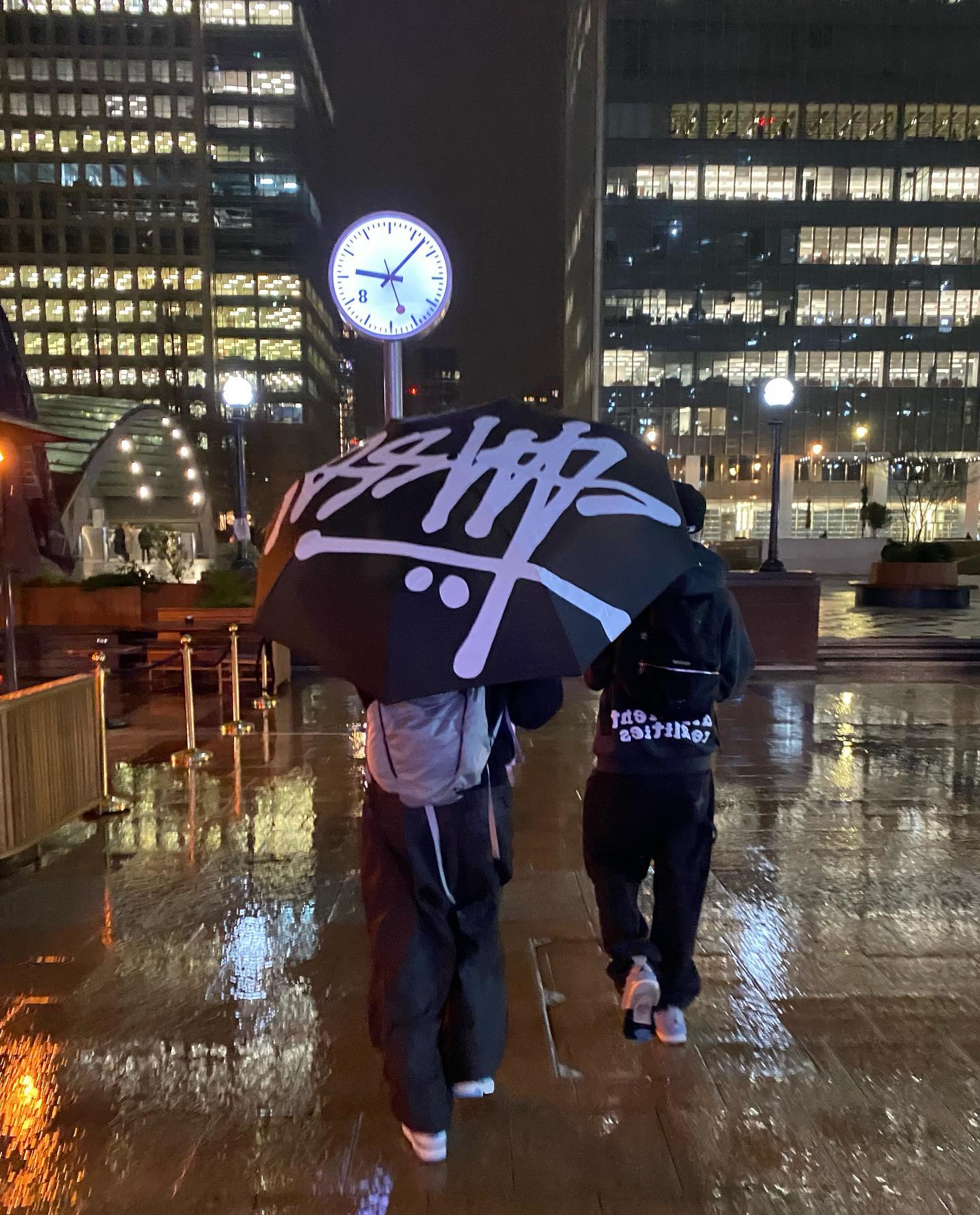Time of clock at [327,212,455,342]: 9:07
